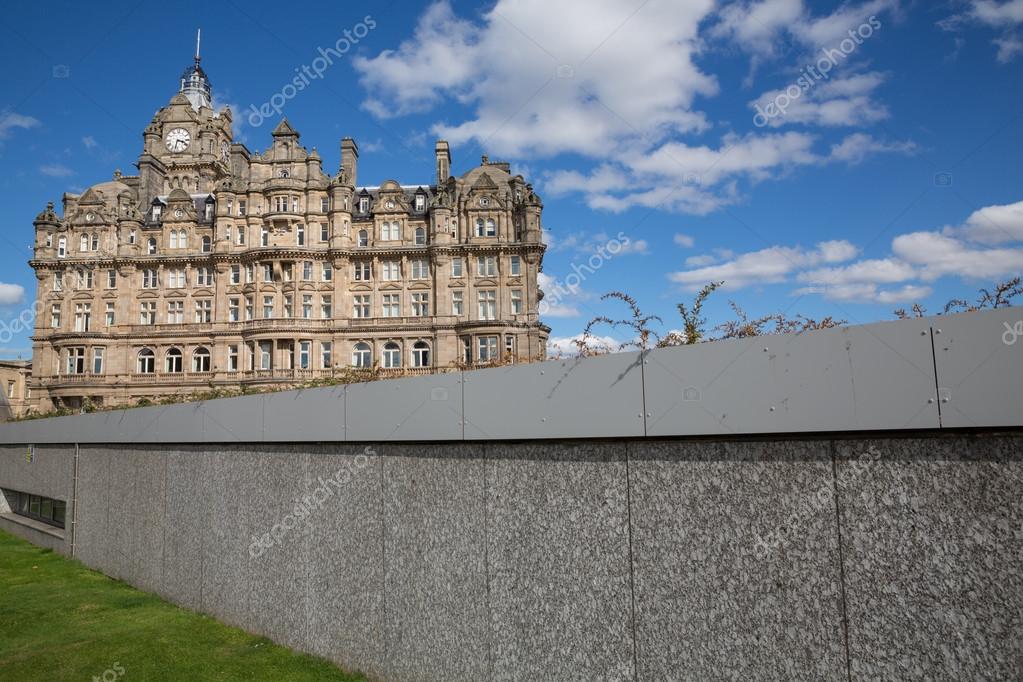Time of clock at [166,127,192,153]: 3:32
